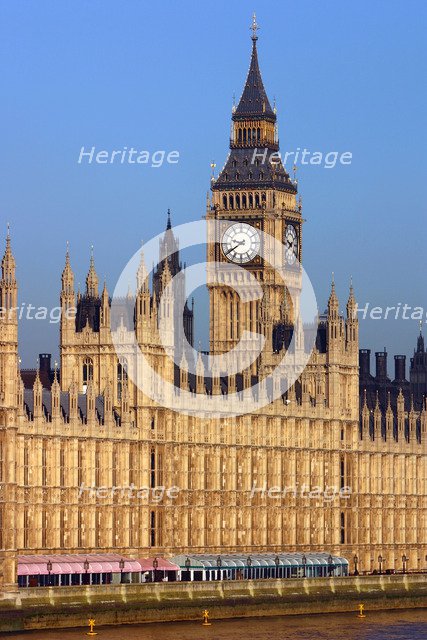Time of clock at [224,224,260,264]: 9:39
